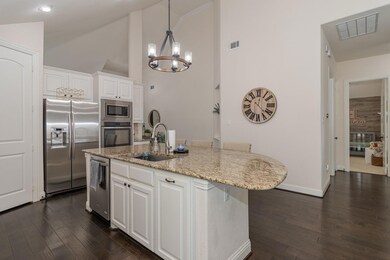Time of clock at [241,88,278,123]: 12:22
